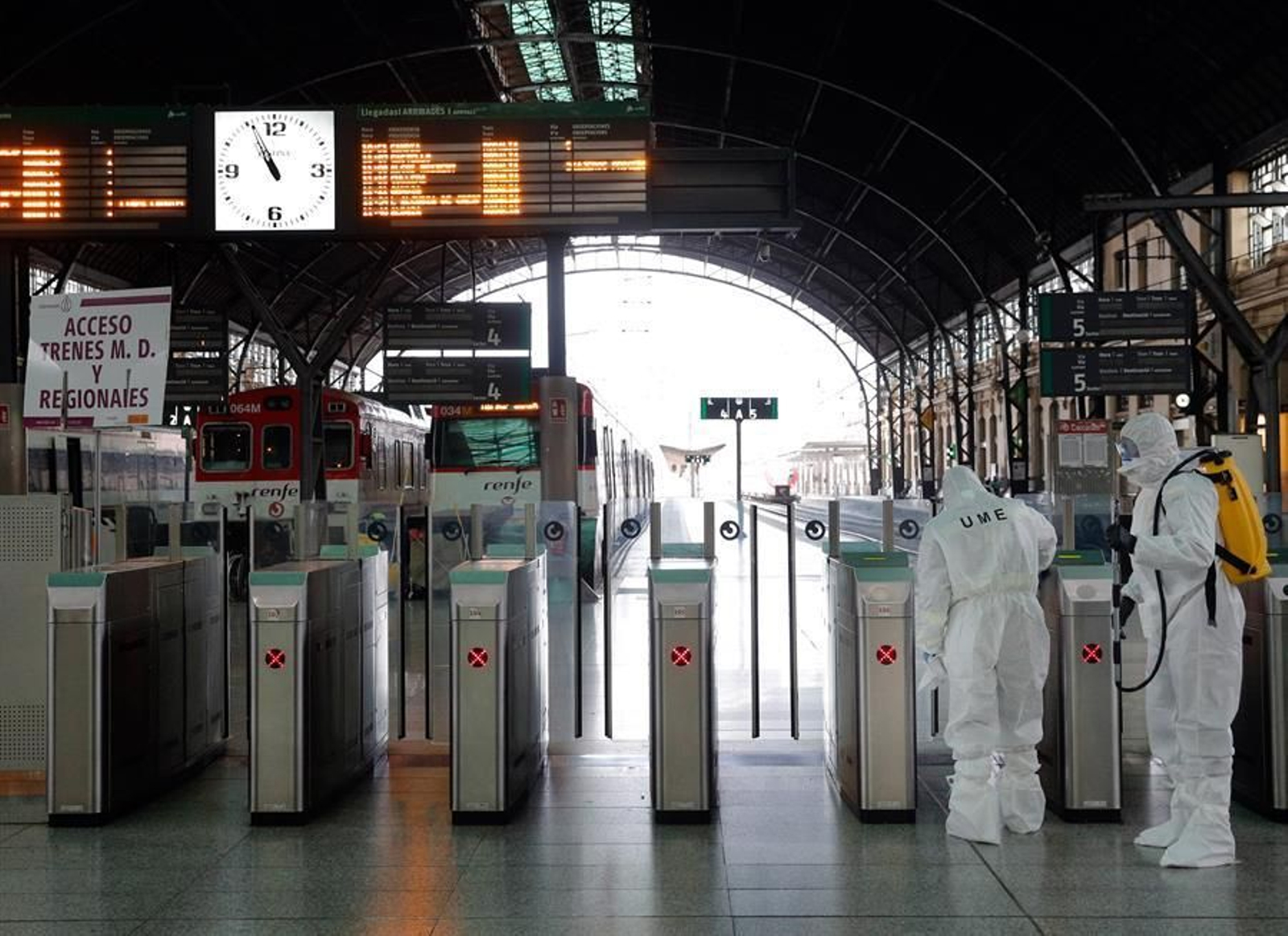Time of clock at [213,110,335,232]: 10:55
